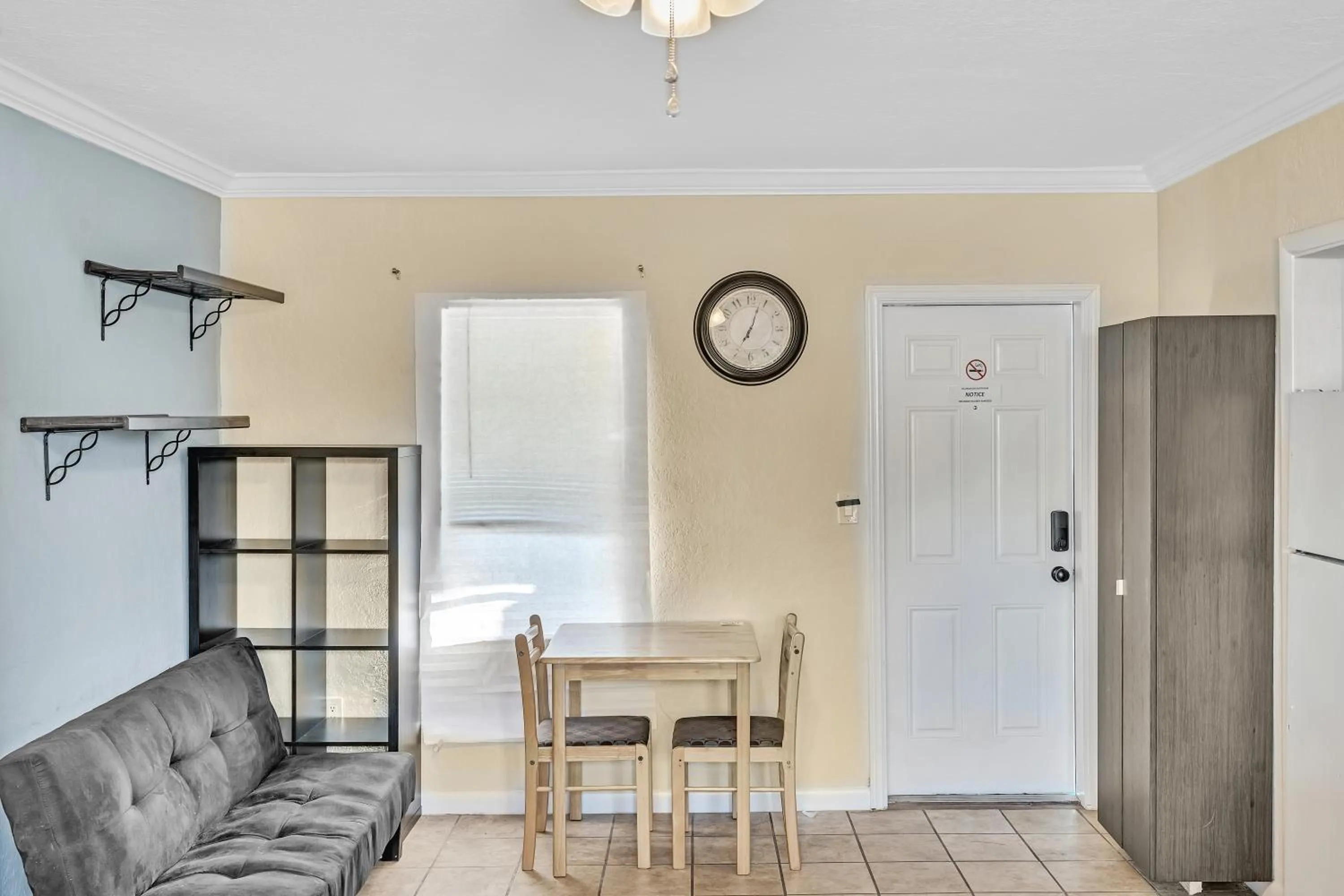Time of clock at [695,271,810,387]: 7:03
